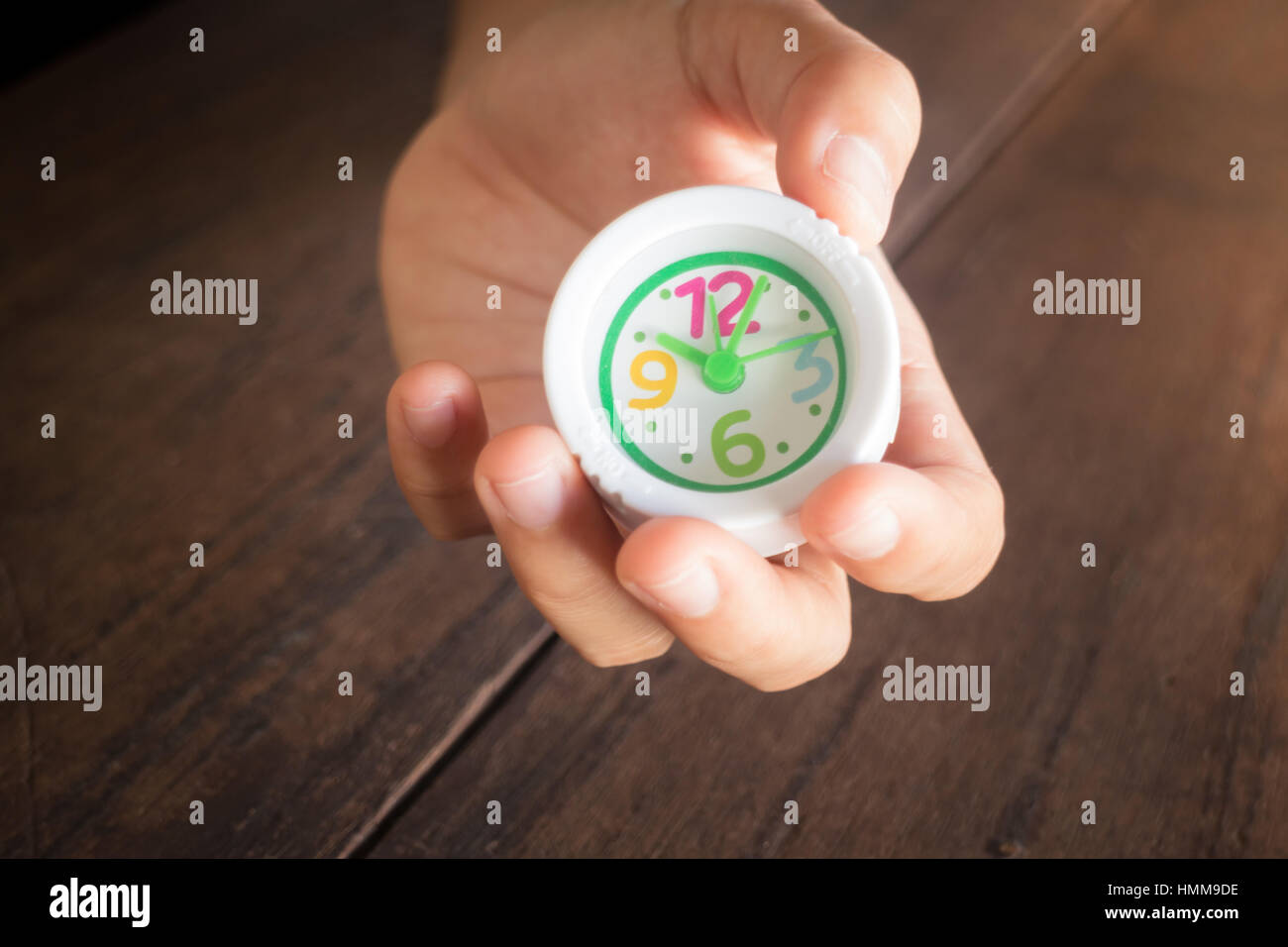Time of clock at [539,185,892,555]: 10:04
